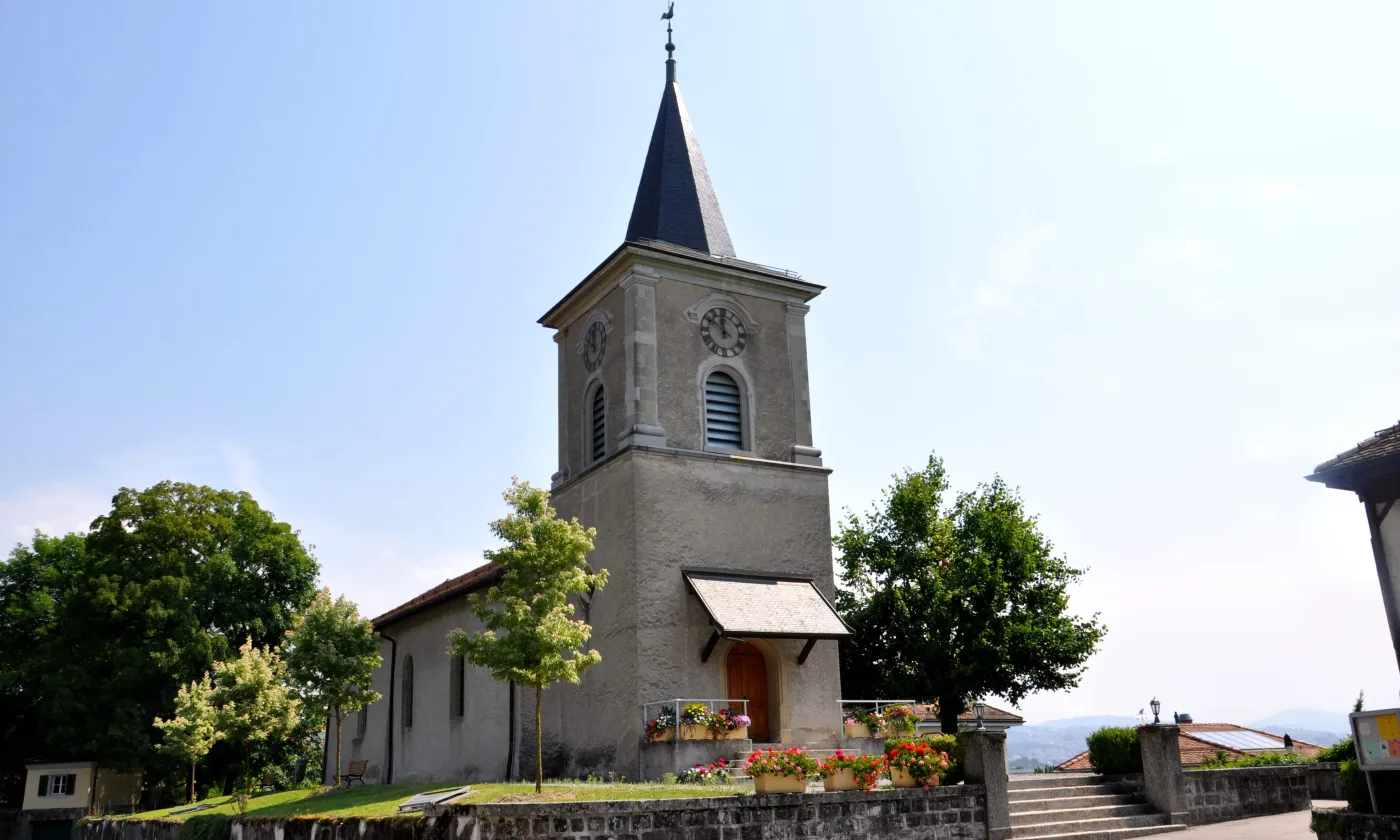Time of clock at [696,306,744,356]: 11:50
